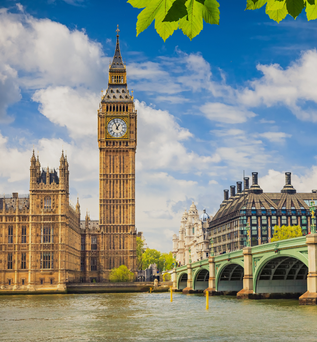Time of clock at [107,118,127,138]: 12:56
